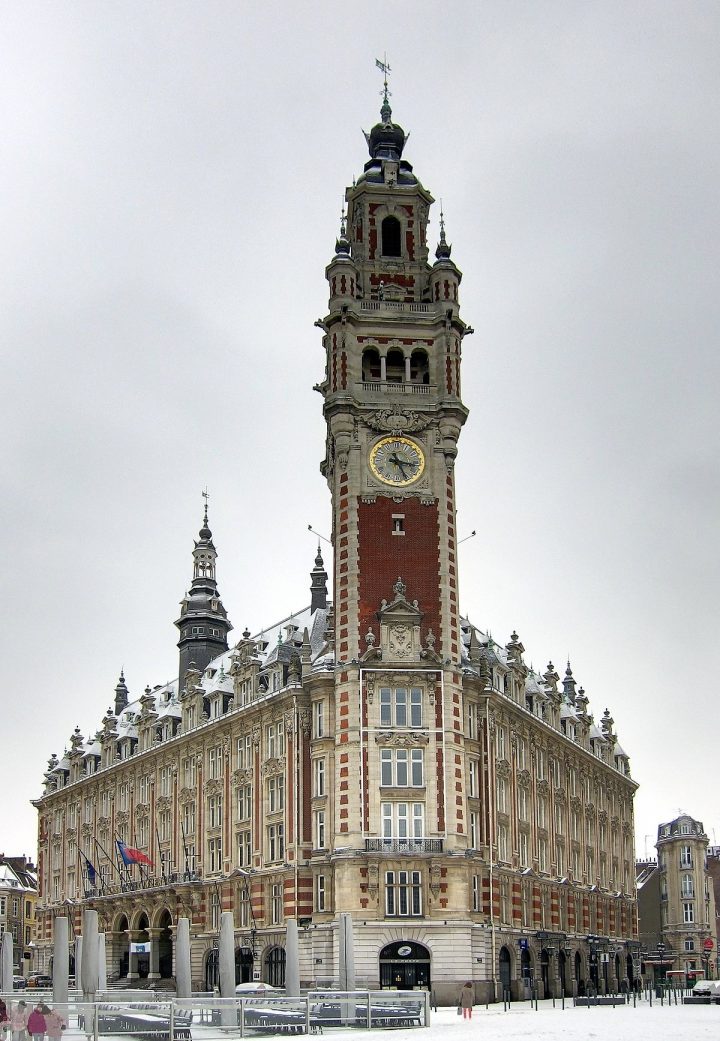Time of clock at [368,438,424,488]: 3:25
